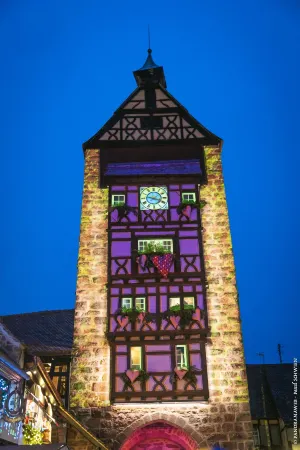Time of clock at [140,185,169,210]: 9:18
